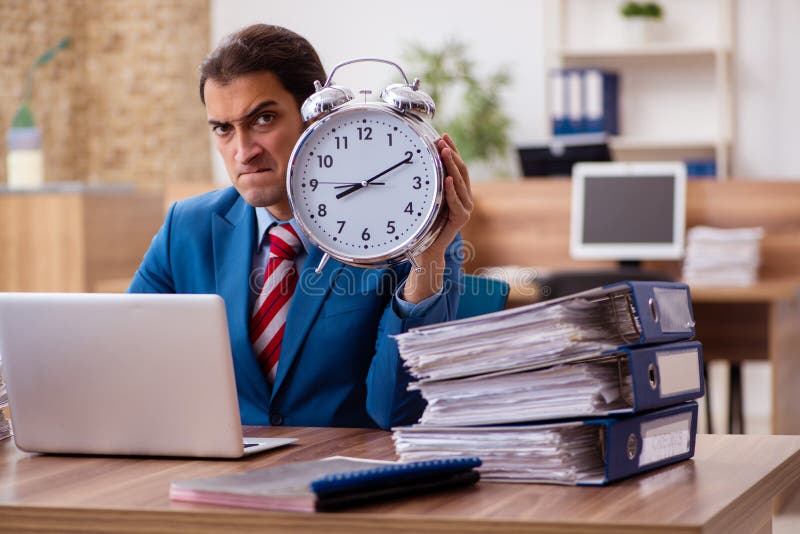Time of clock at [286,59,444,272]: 8:10
